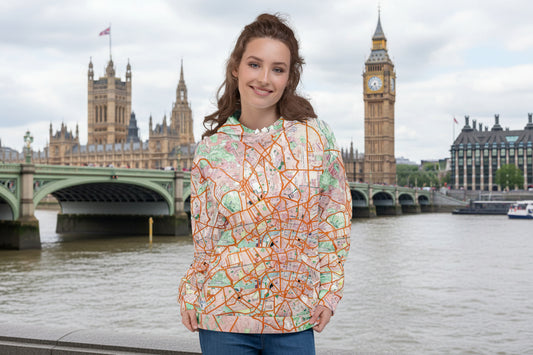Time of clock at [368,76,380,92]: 7:25
